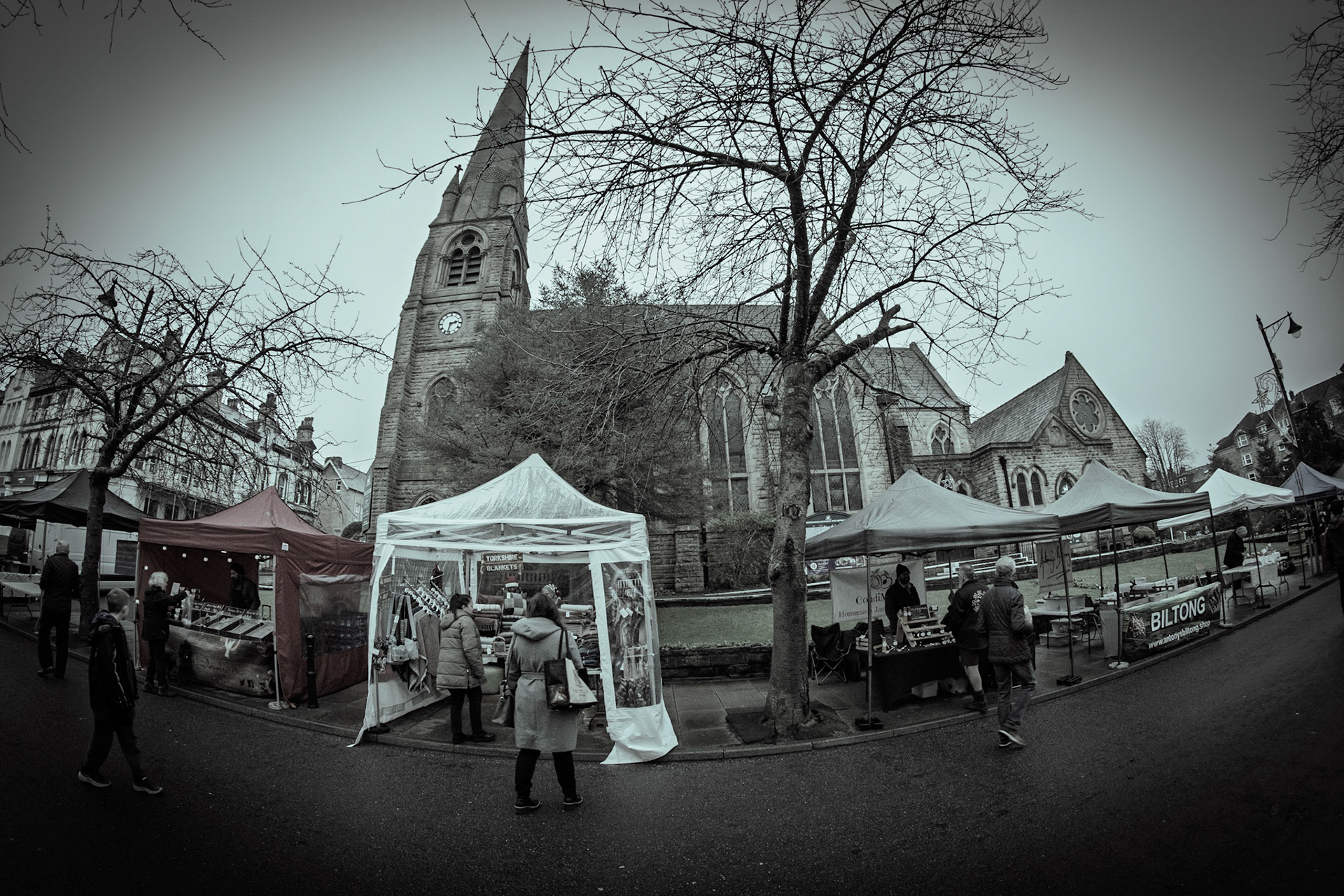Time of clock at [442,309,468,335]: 2:32
